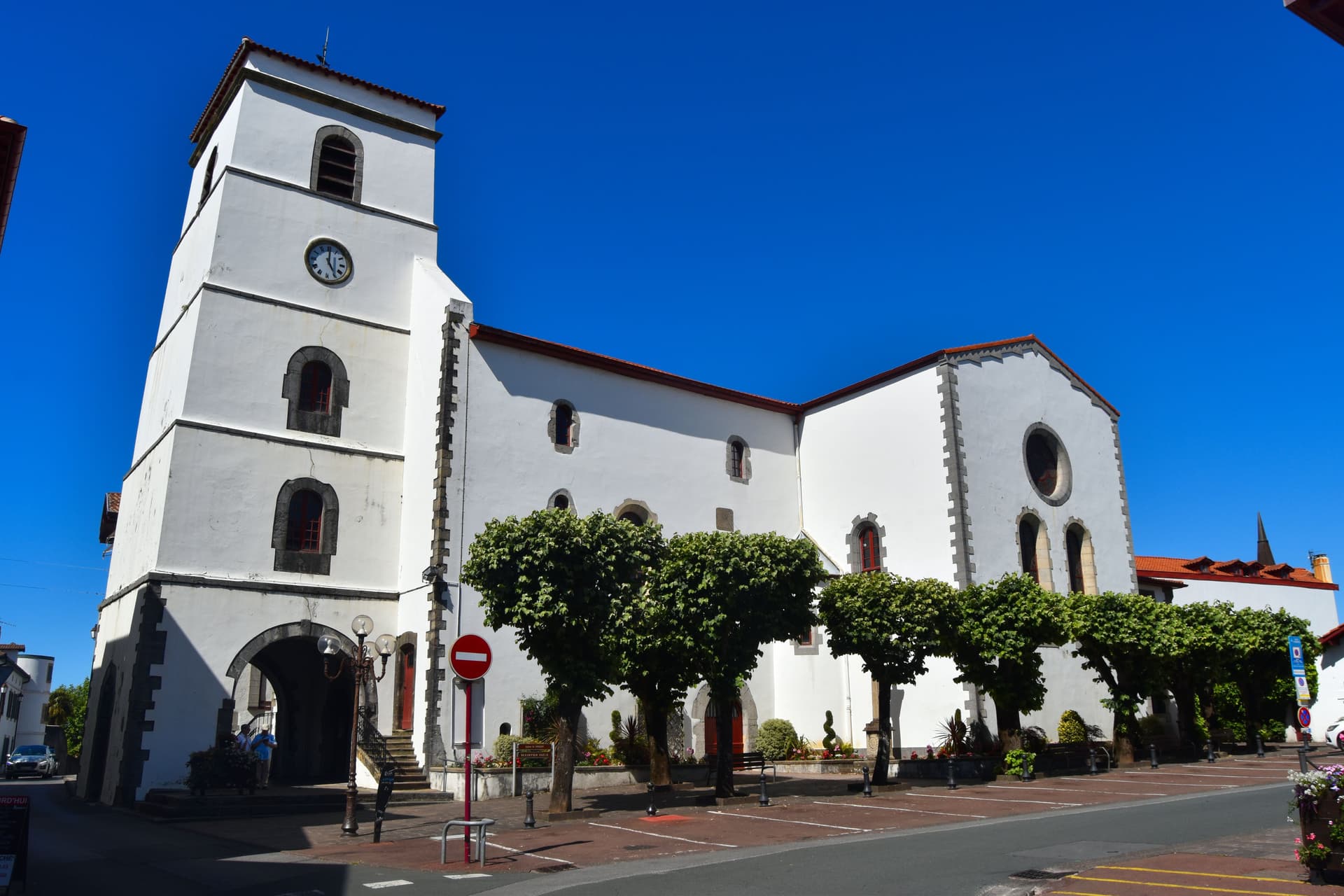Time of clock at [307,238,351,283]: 5:00
